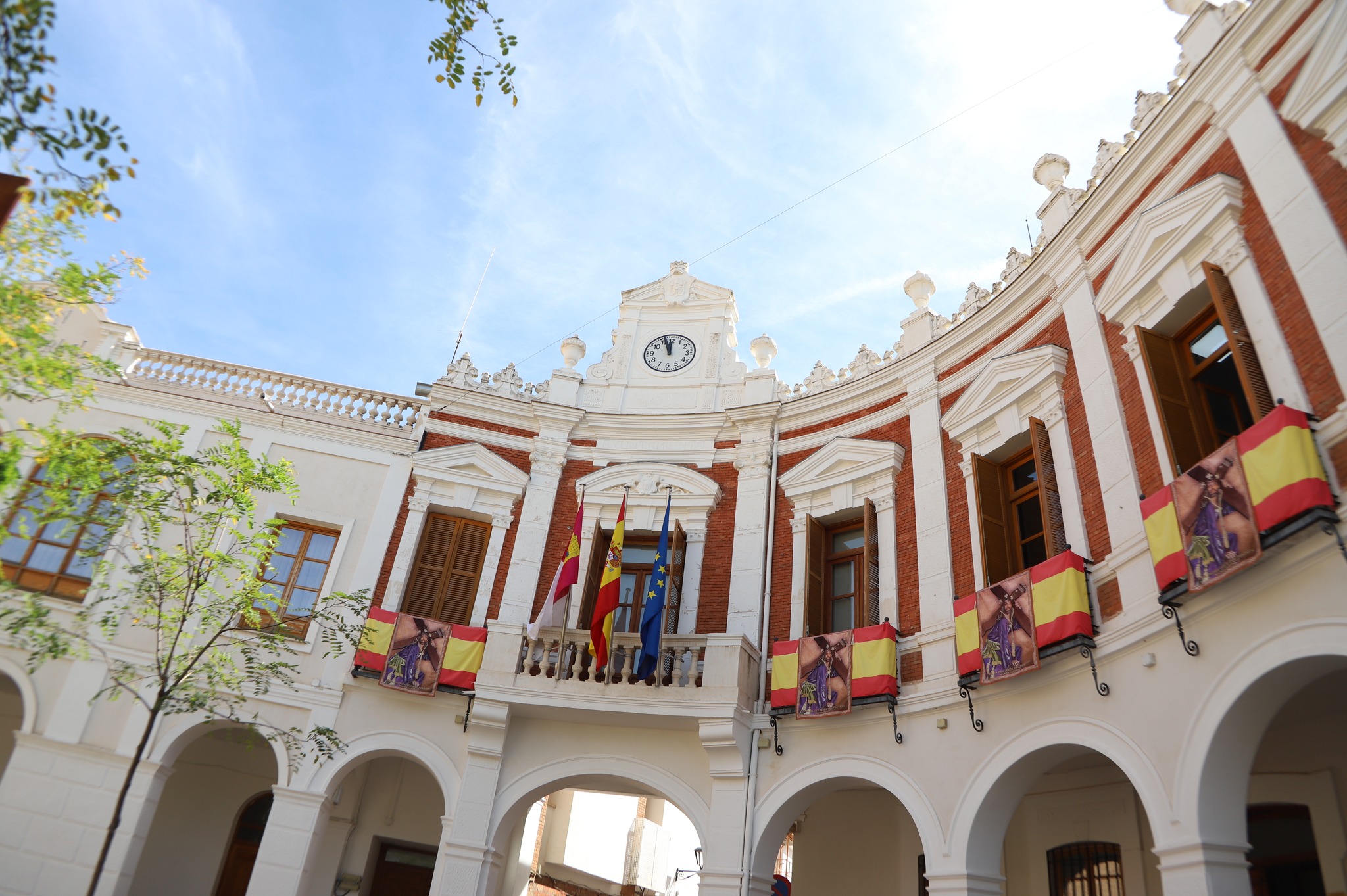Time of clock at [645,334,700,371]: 11:56
